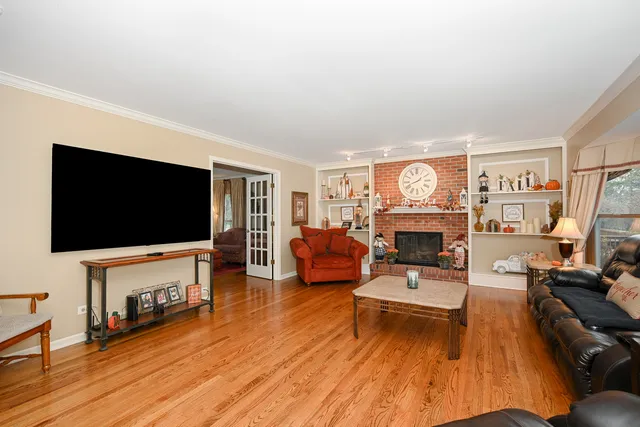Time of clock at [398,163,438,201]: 1:41
